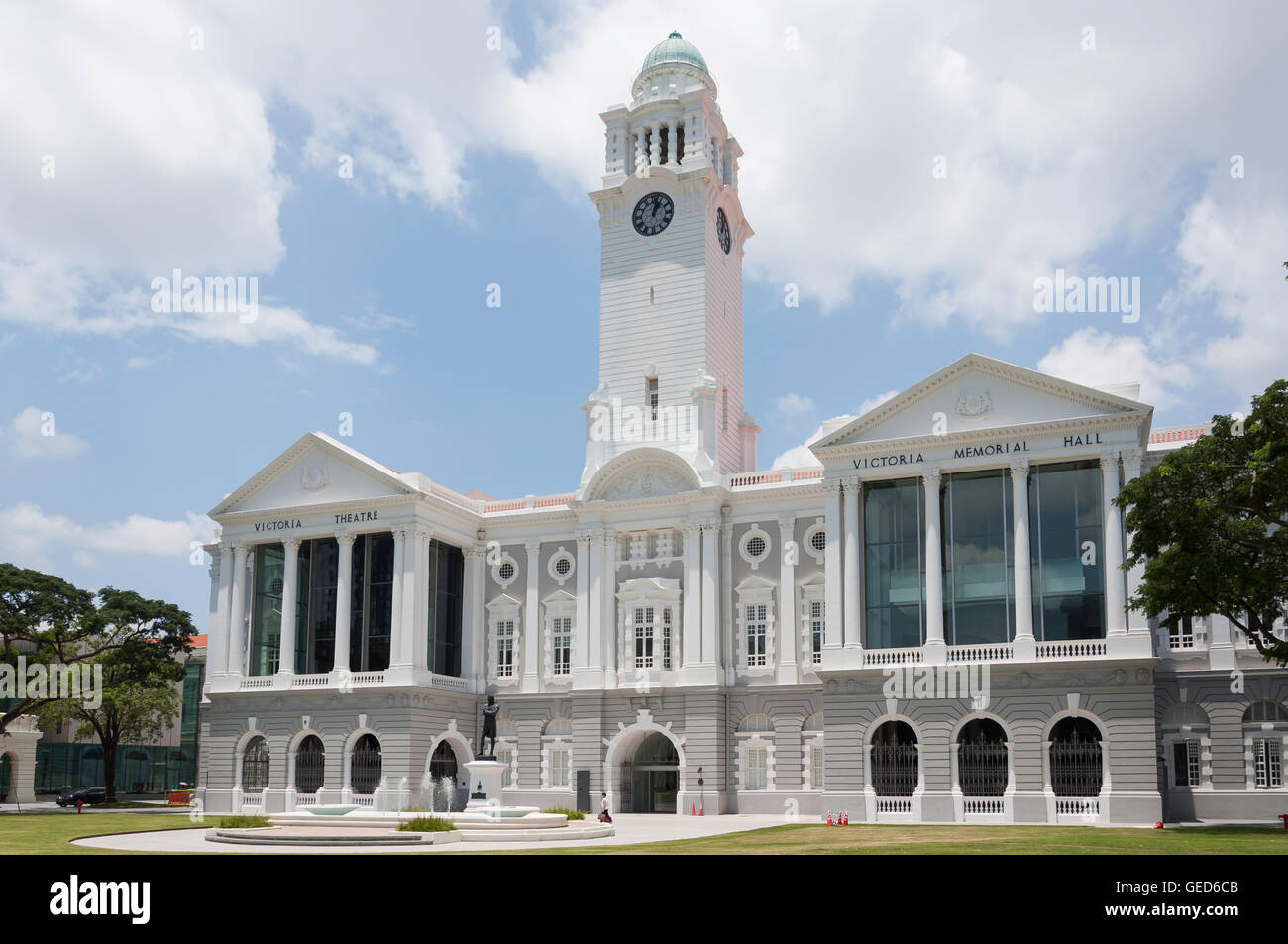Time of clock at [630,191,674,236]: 1:02
